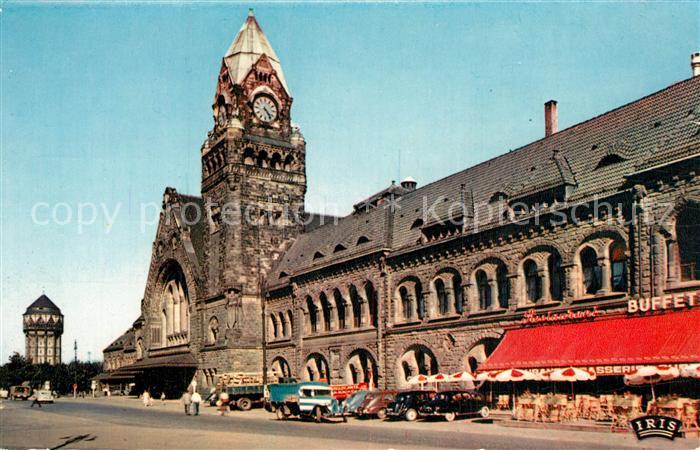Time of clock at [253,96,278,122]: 4:23
